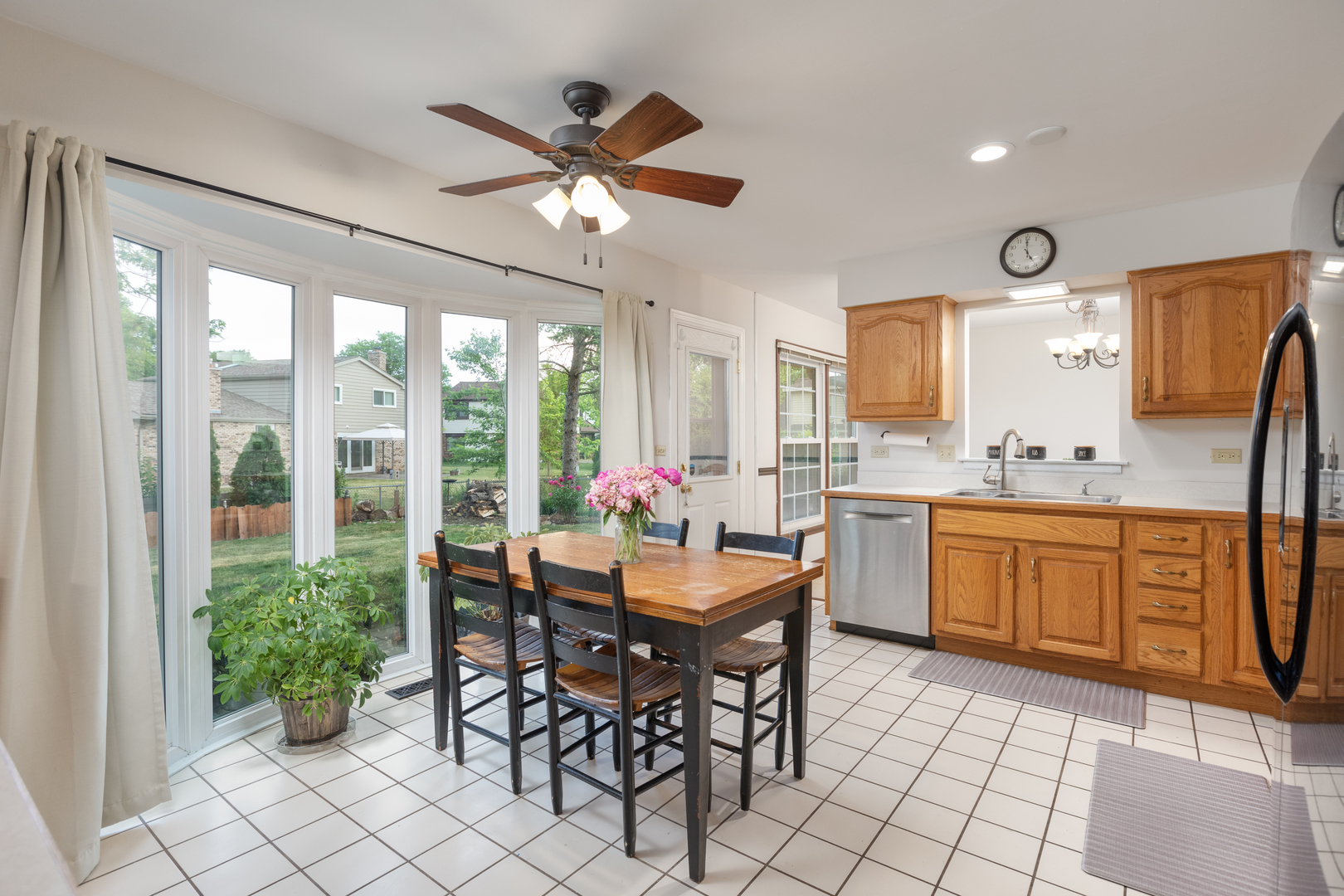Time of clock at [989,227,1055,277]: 4:59
